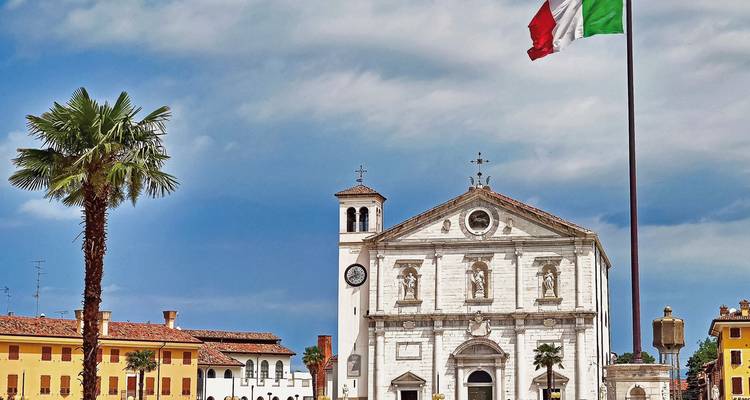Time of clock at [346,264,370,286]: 11:41
